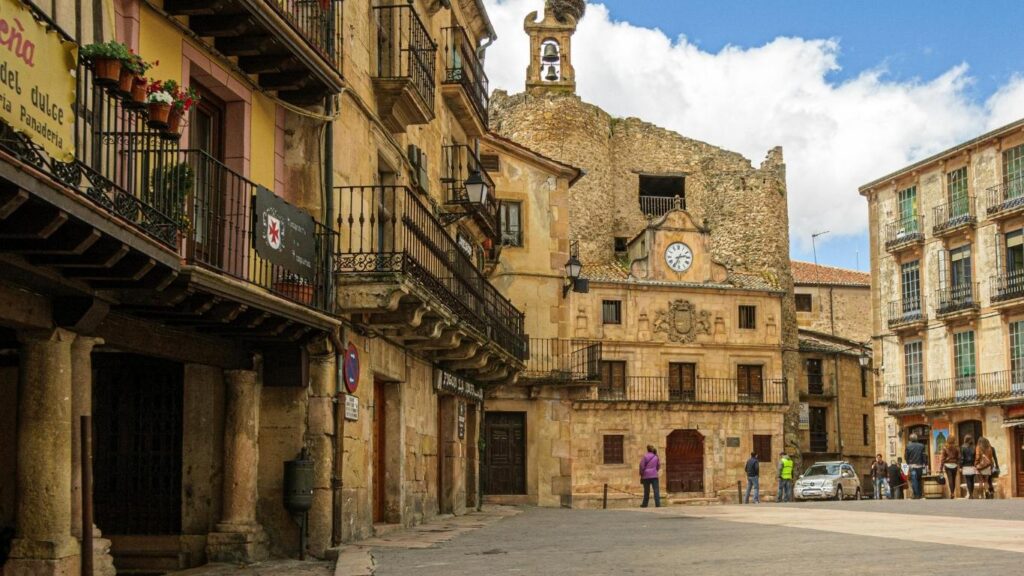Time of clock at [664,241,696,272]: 2:34
